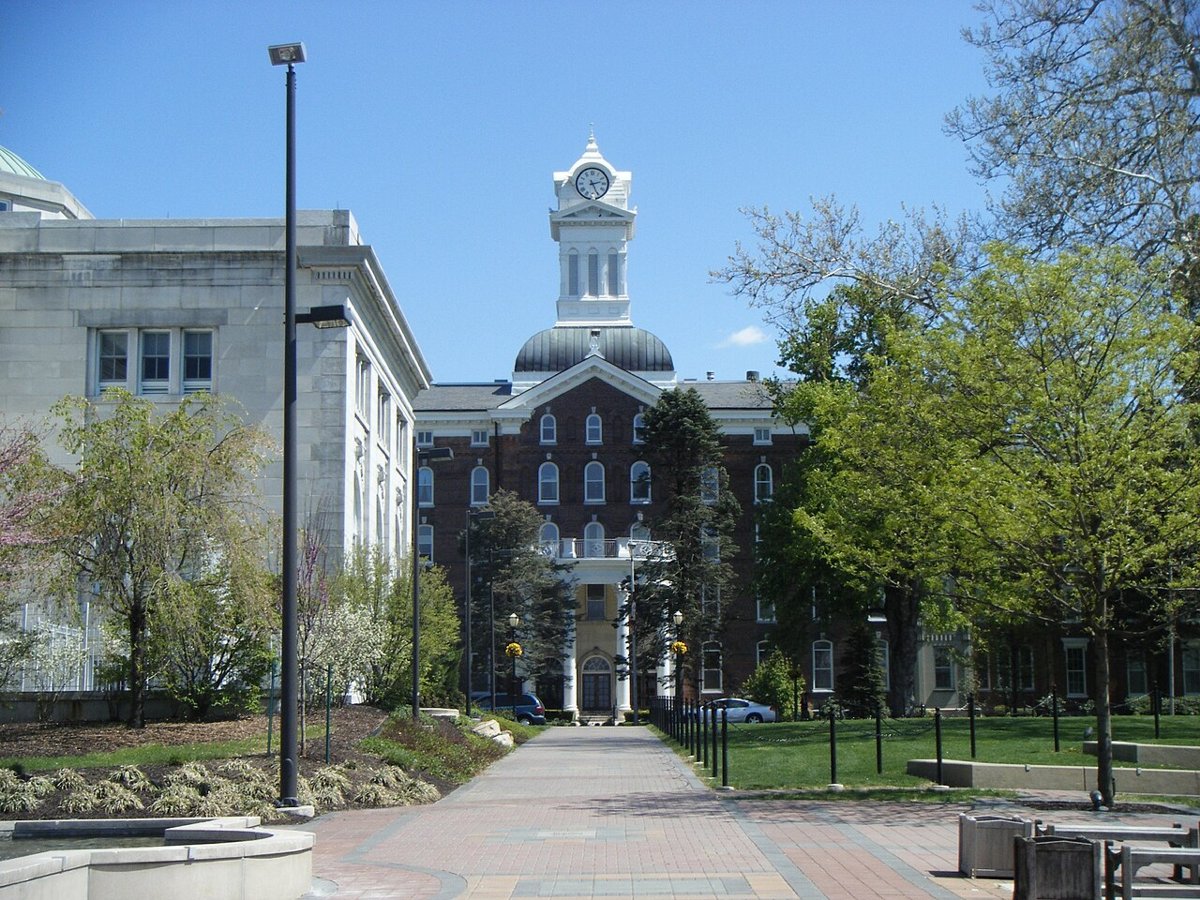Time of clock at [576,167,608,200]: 2:26
